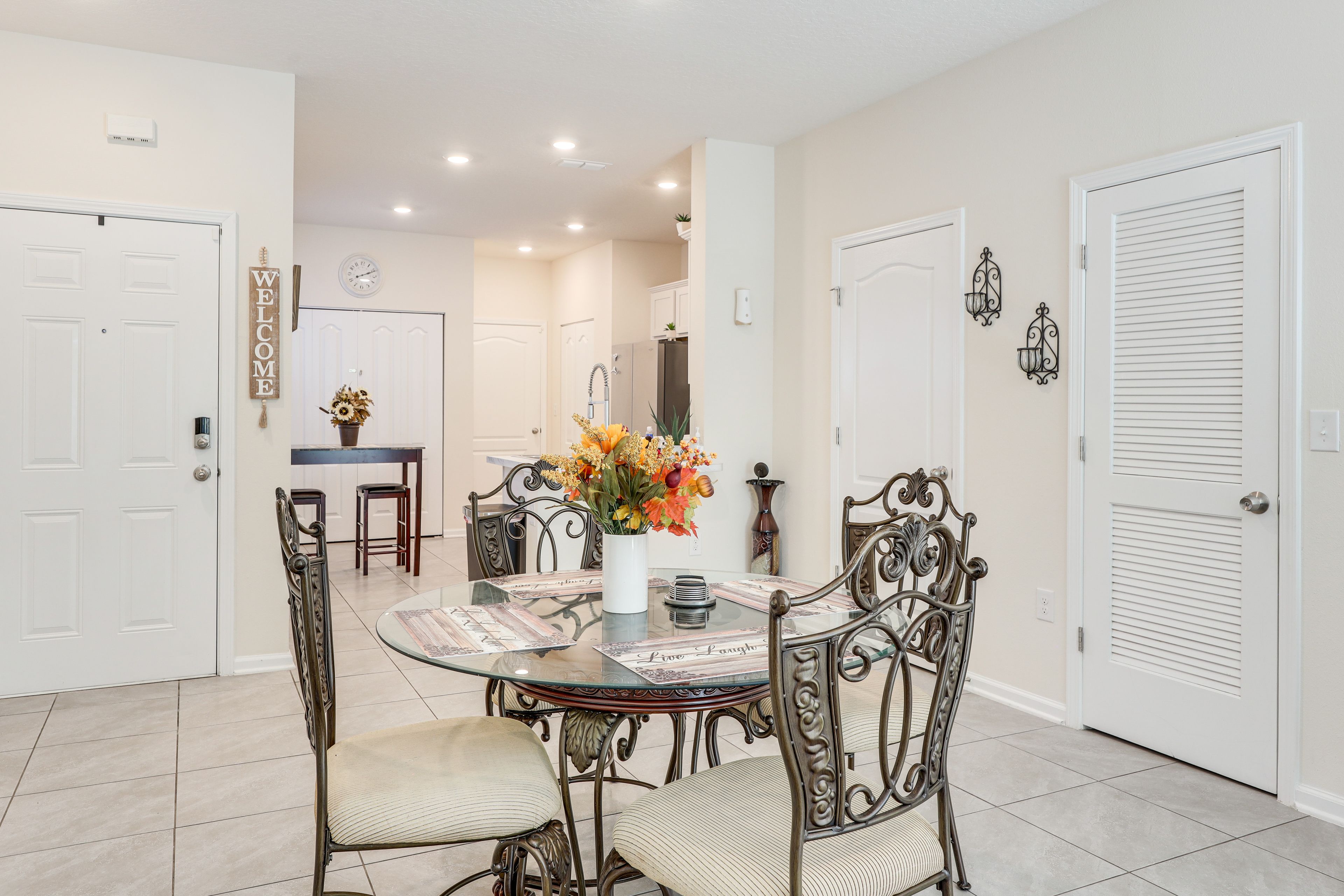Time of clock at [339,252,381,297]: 2:11
